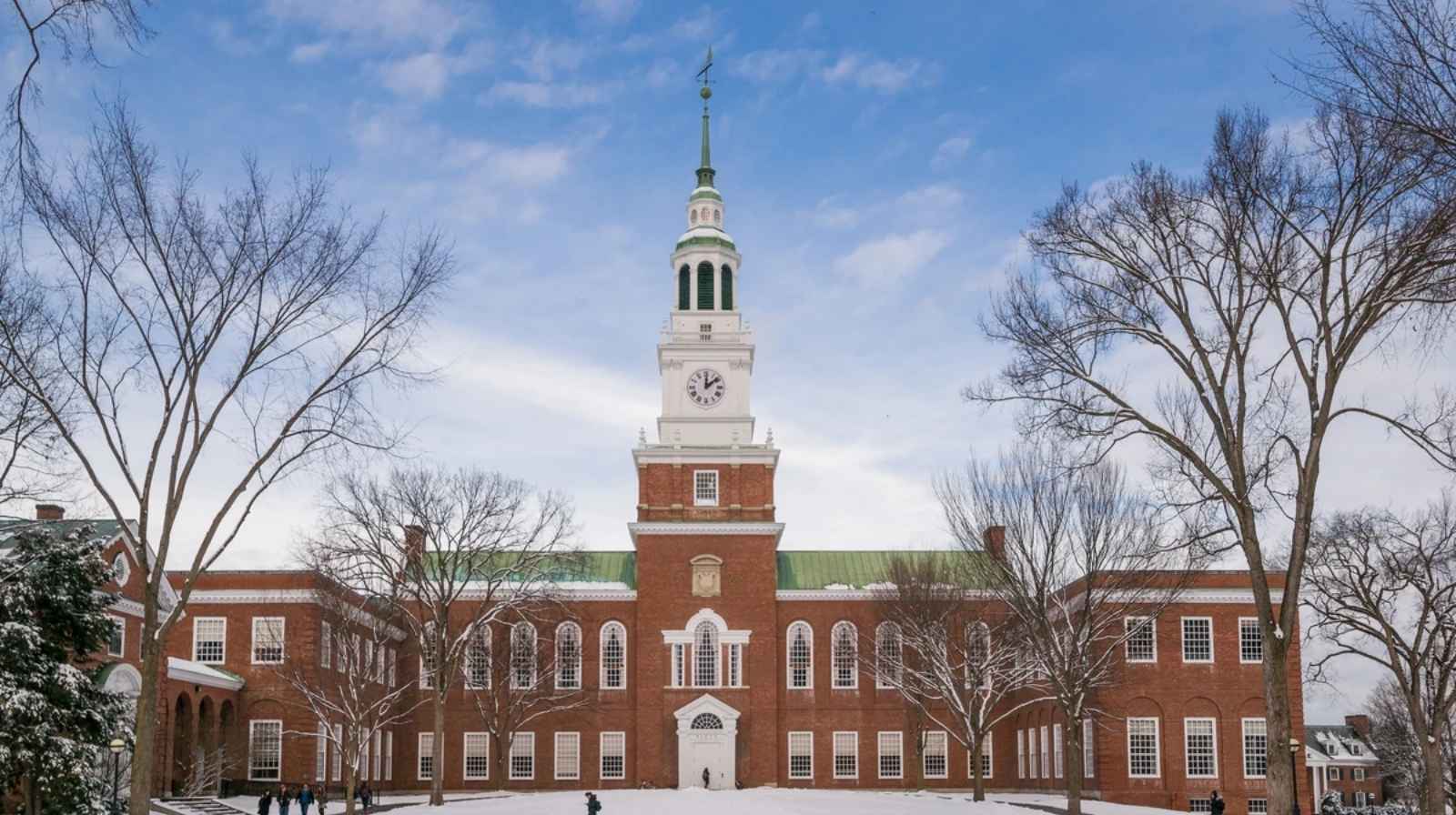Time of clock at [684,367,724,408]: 12:08
